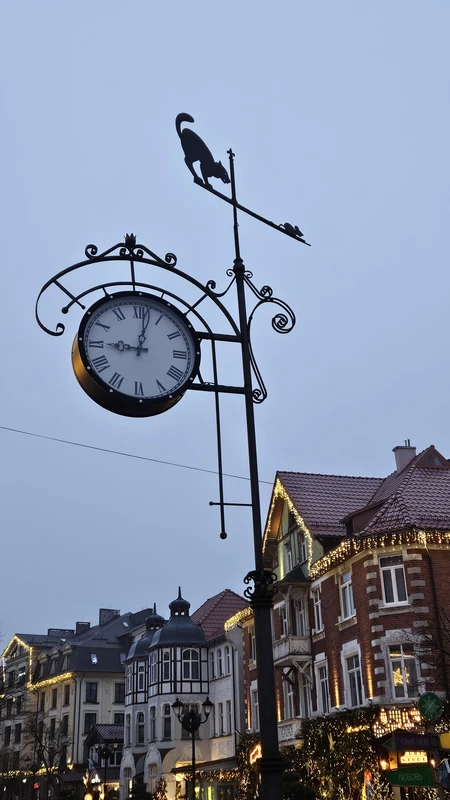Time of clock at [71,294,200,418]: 9:01
